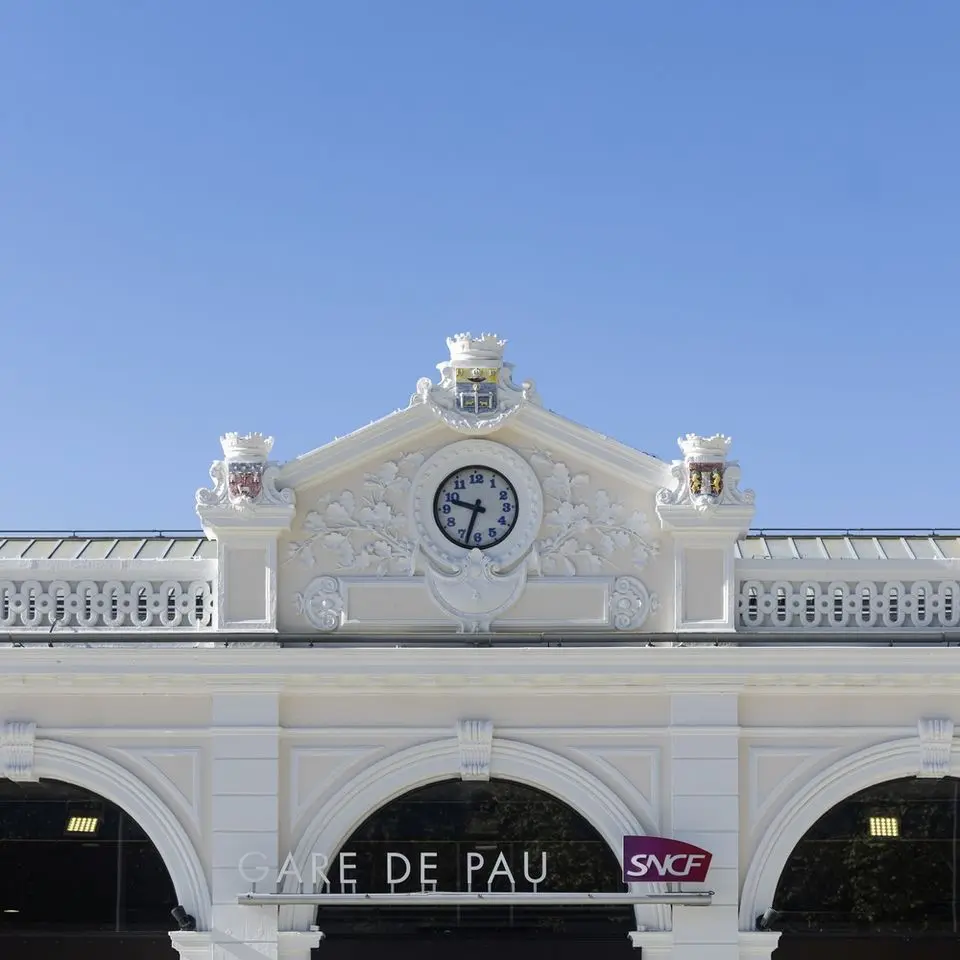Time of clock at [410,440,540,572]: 9:33
